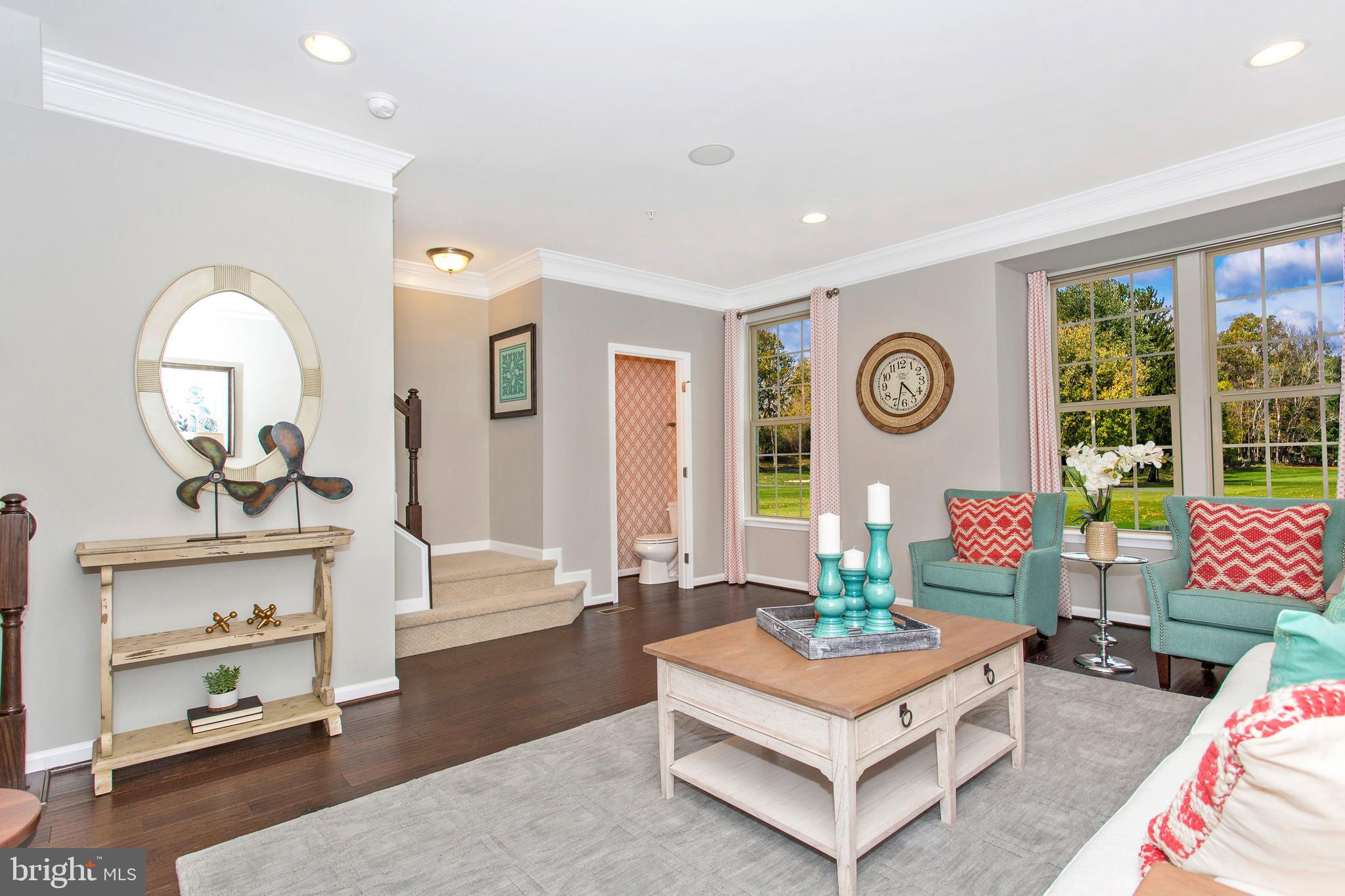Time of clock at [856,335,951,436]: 4:32
